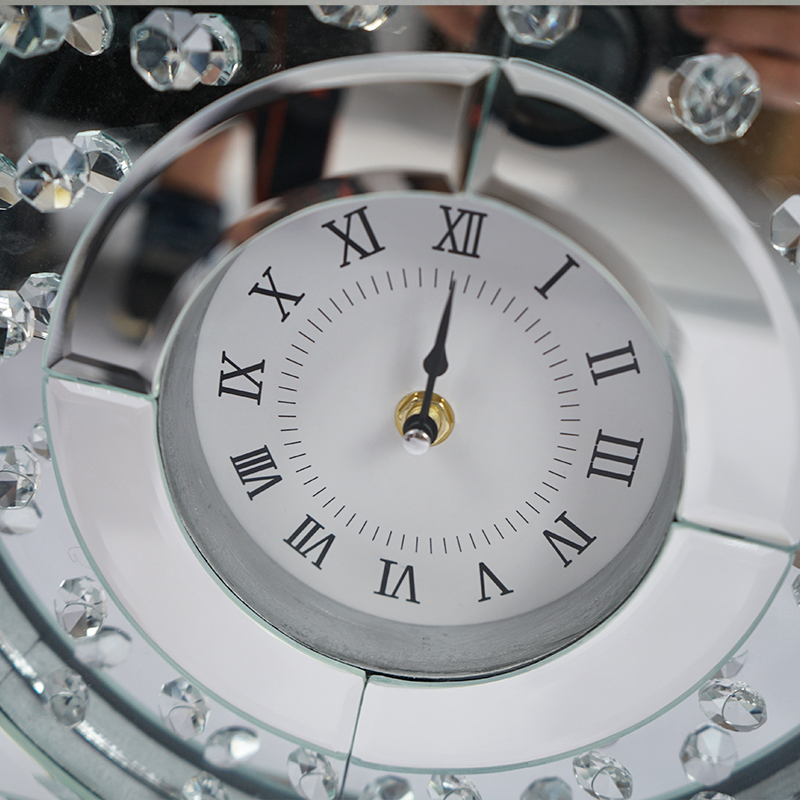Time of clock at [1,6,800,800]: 12:00
